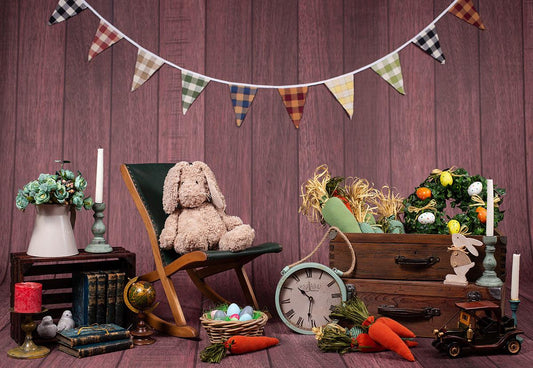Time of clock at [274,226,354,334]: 10:32
